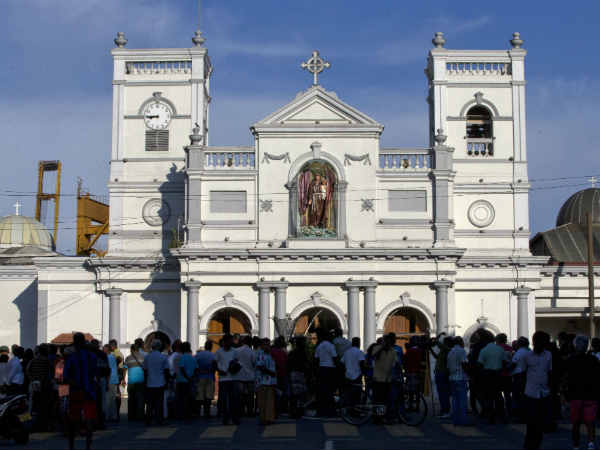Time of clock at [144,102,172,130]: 8:45
